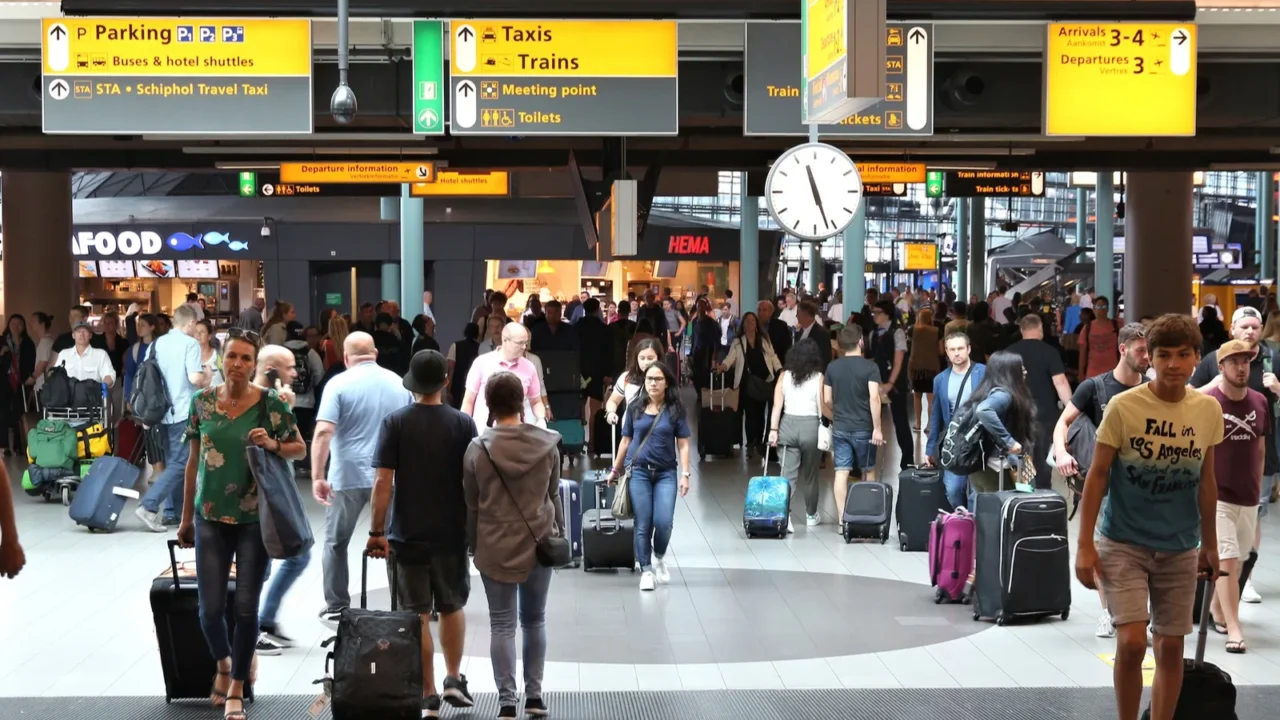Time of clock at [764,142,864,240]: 11:26
